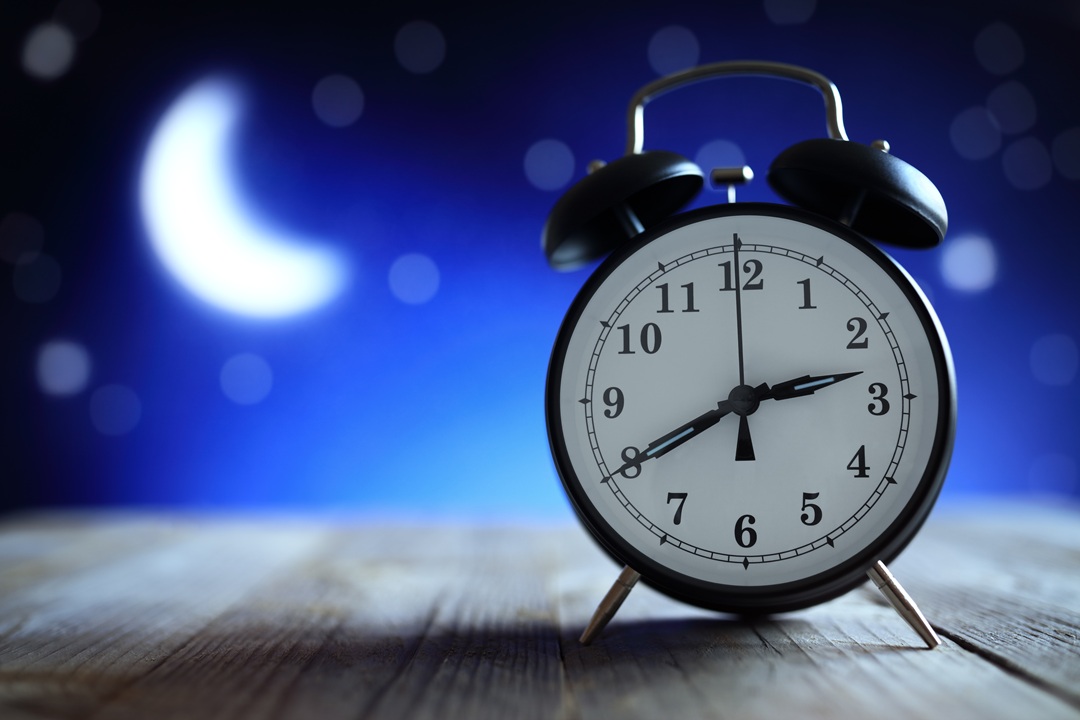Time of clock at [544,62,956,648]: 2:40
